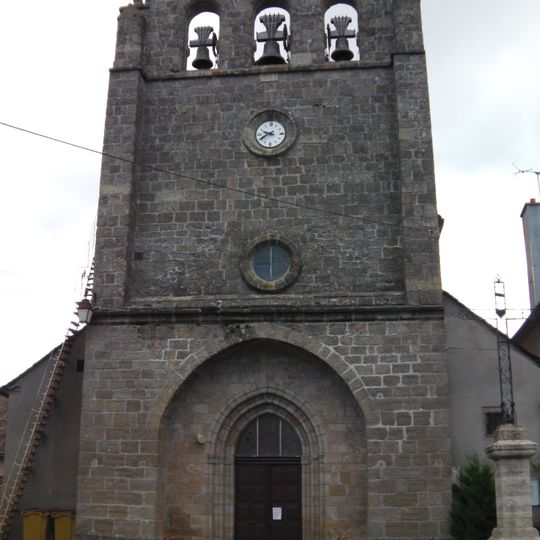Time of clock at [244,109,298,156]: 9:39
